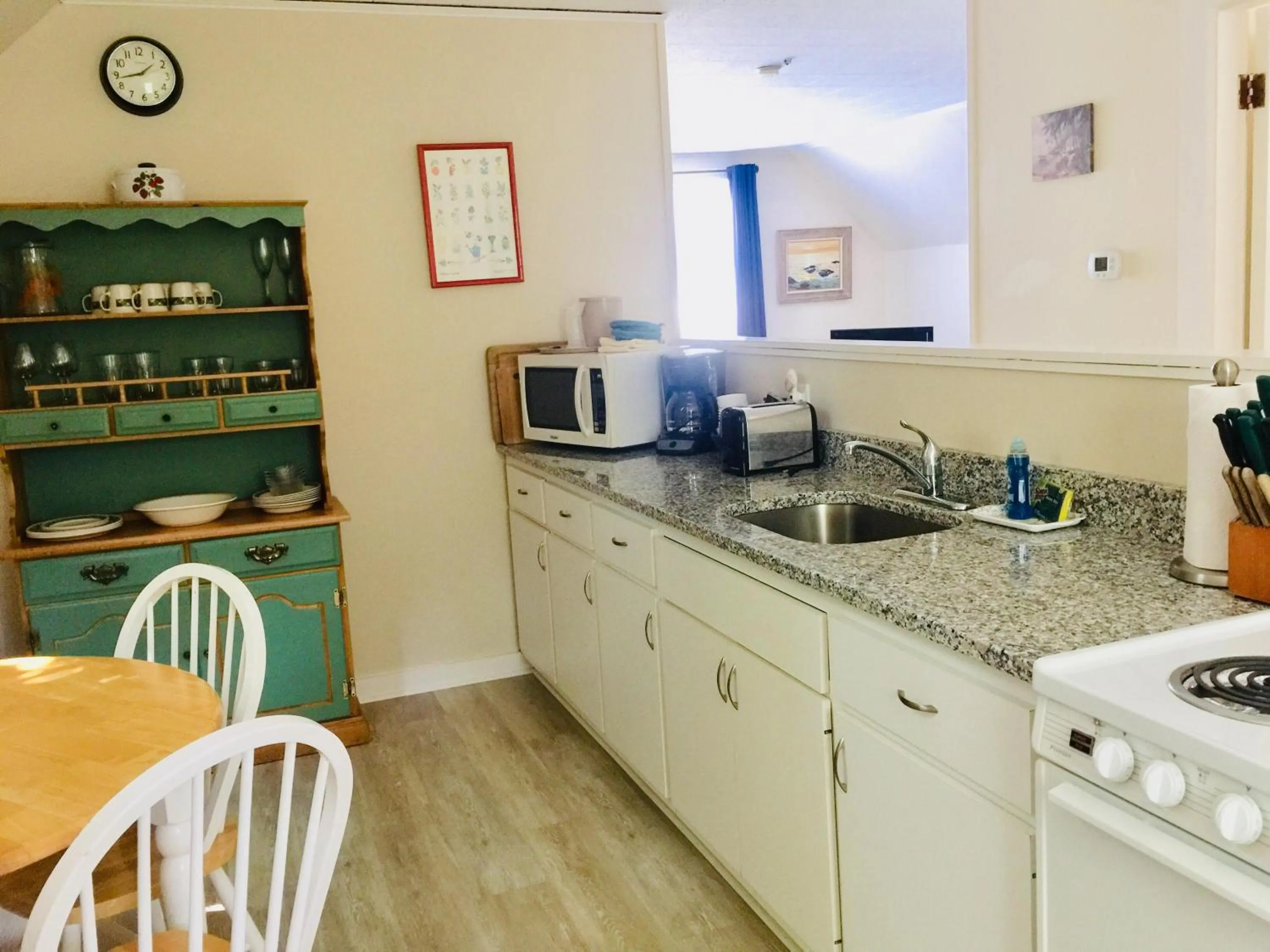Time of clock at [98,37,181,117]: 1:43
